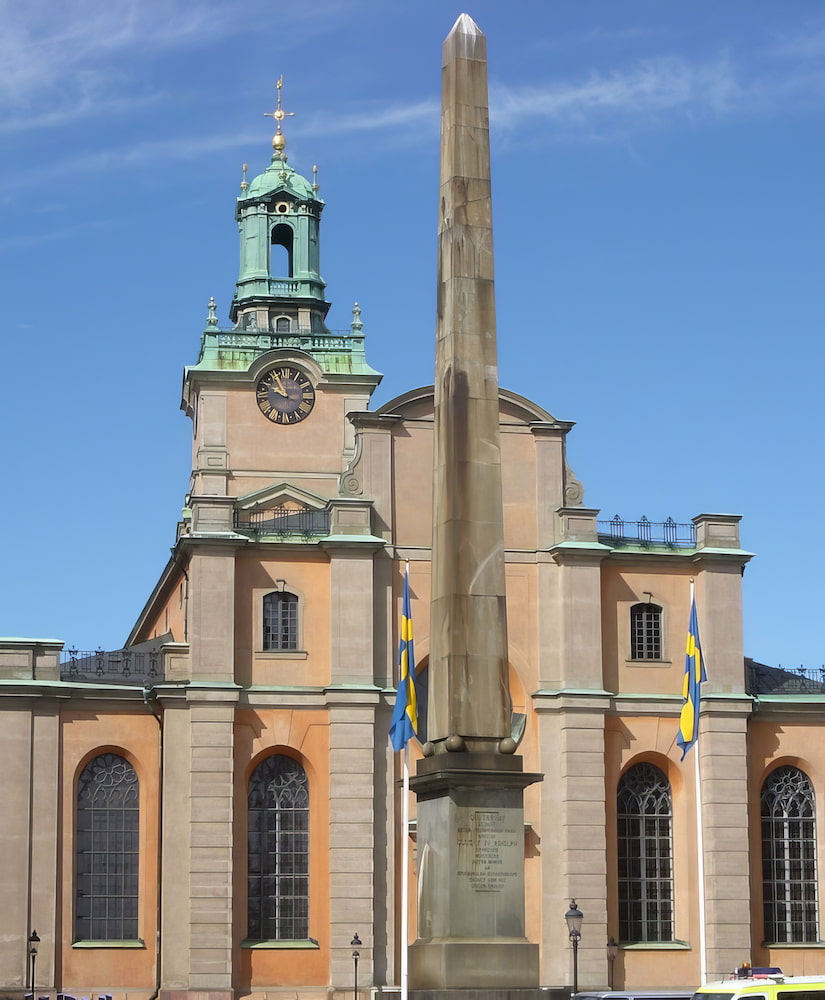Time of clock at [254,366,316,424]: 9:55
